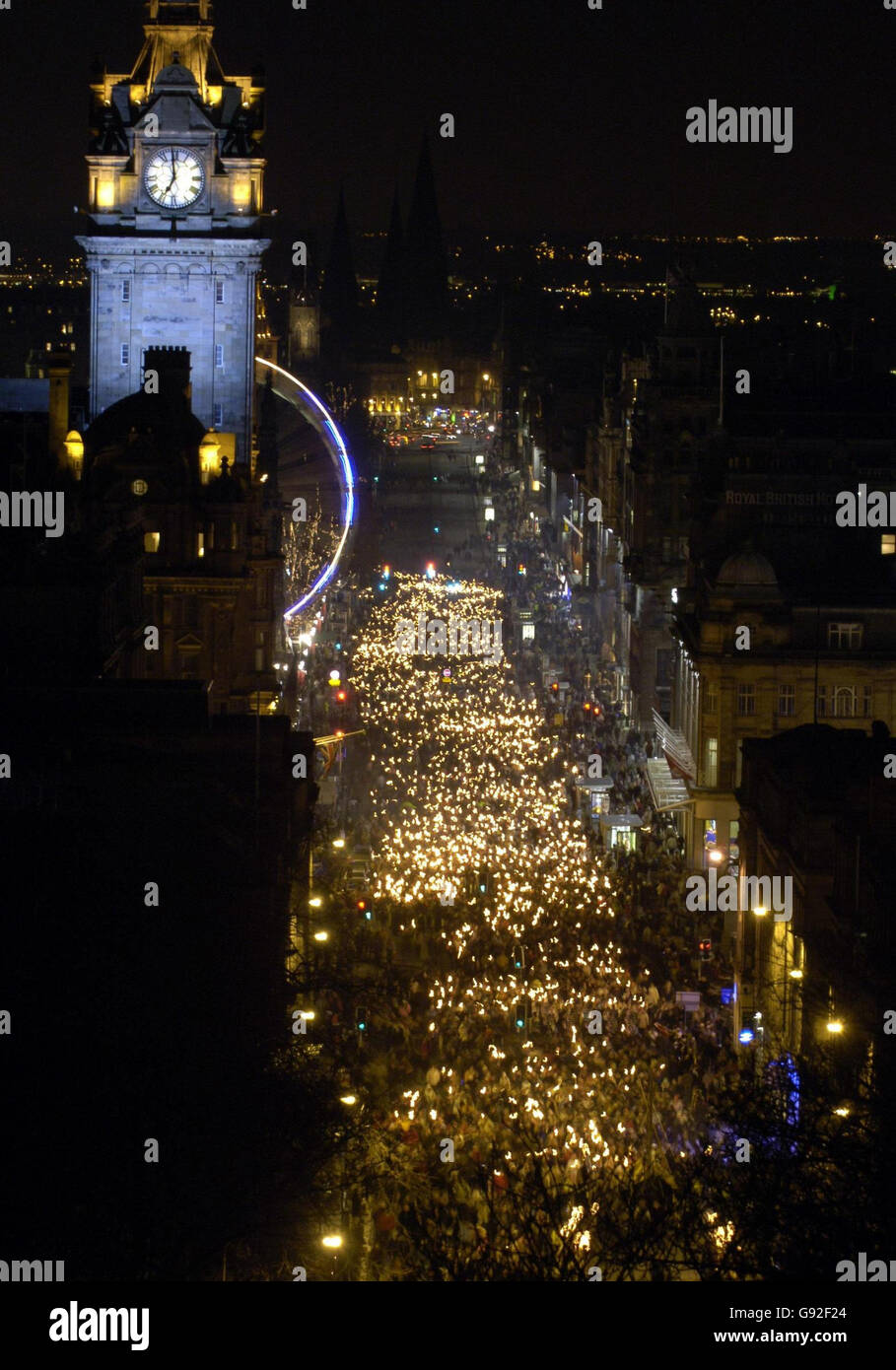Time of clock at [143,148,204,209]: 6:58
